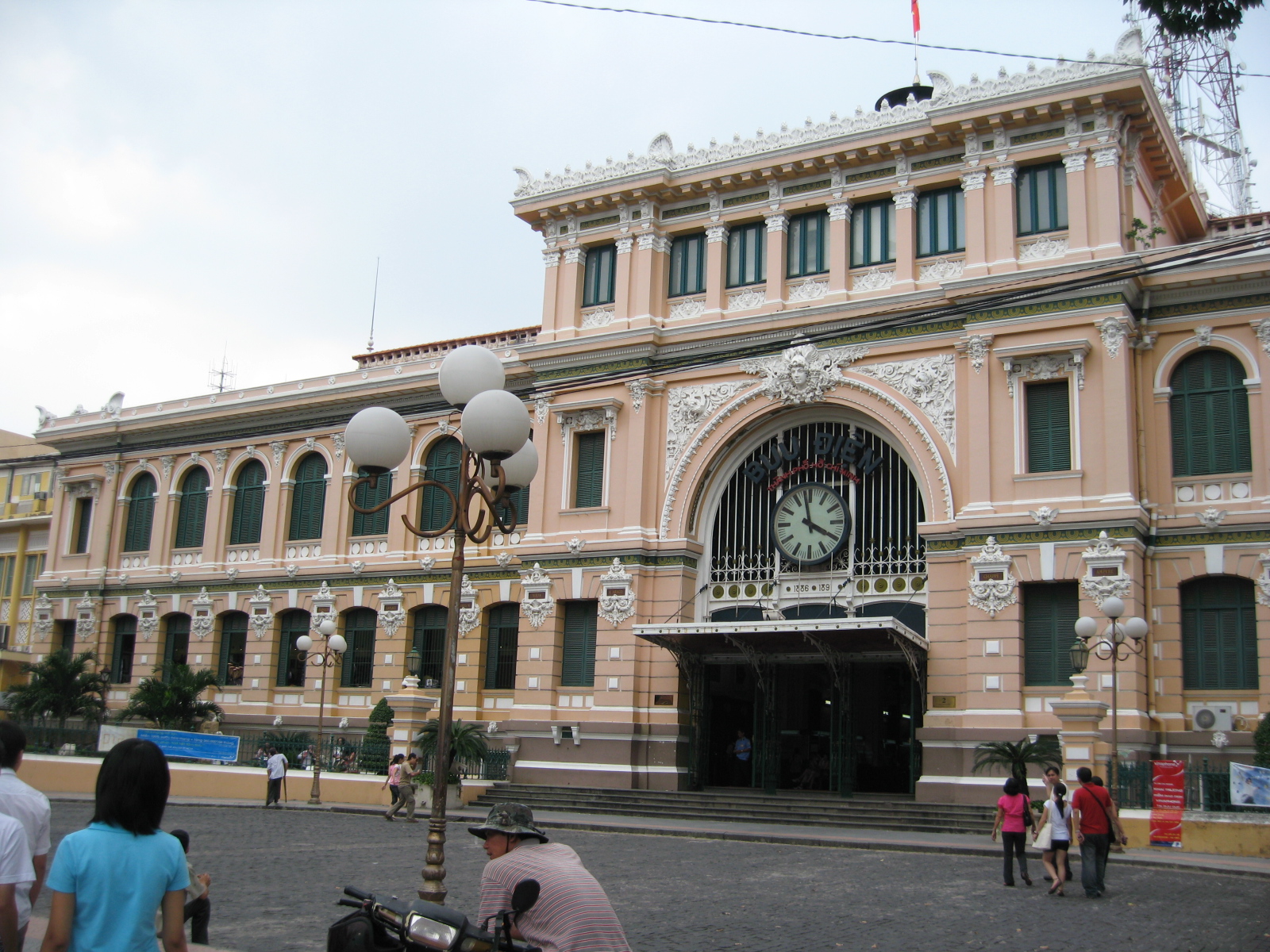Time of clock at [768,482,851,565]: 3:58
